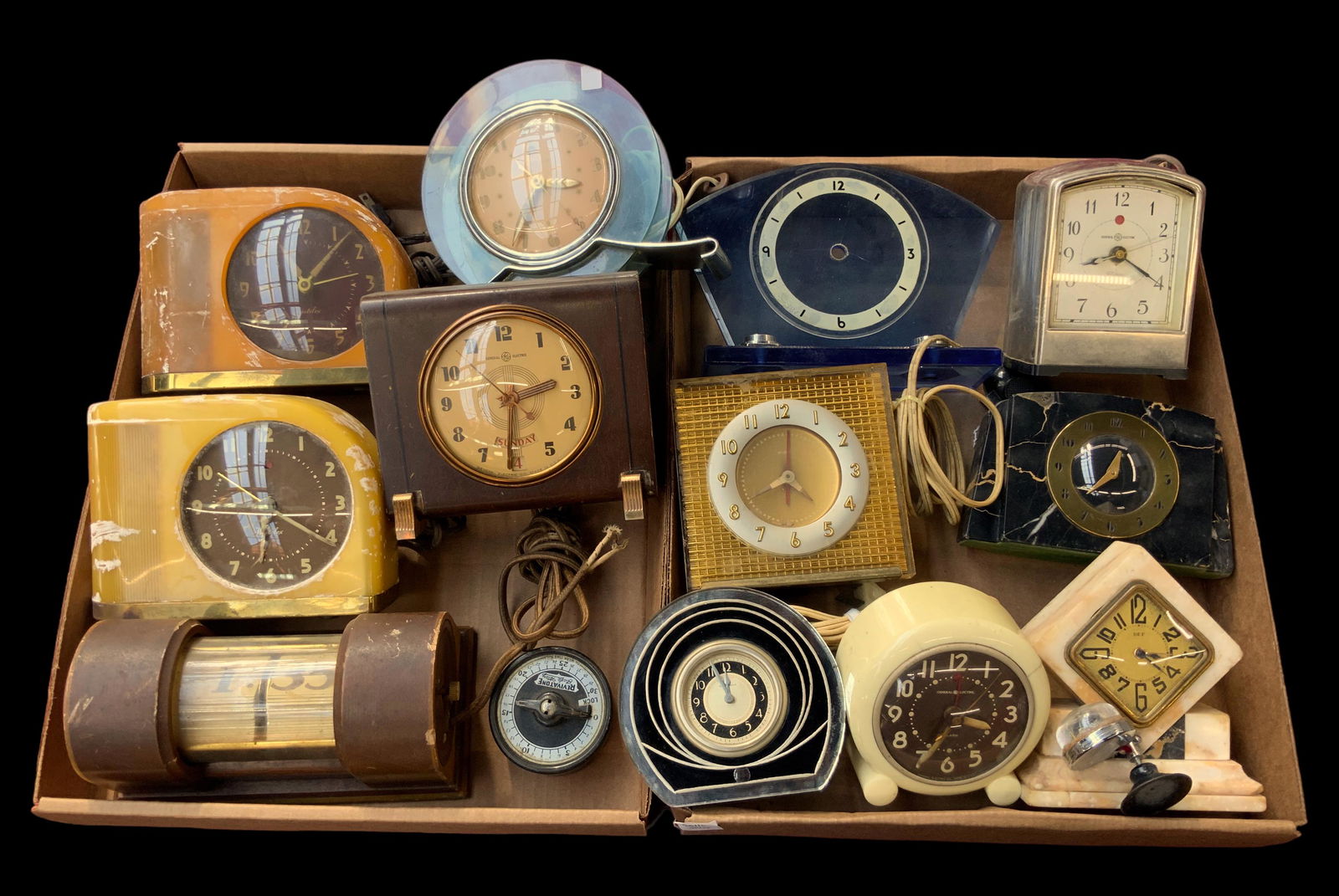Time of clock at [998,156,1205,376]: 3:43
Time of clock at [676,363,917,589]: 8:01
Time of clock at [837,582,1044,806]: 3:34
